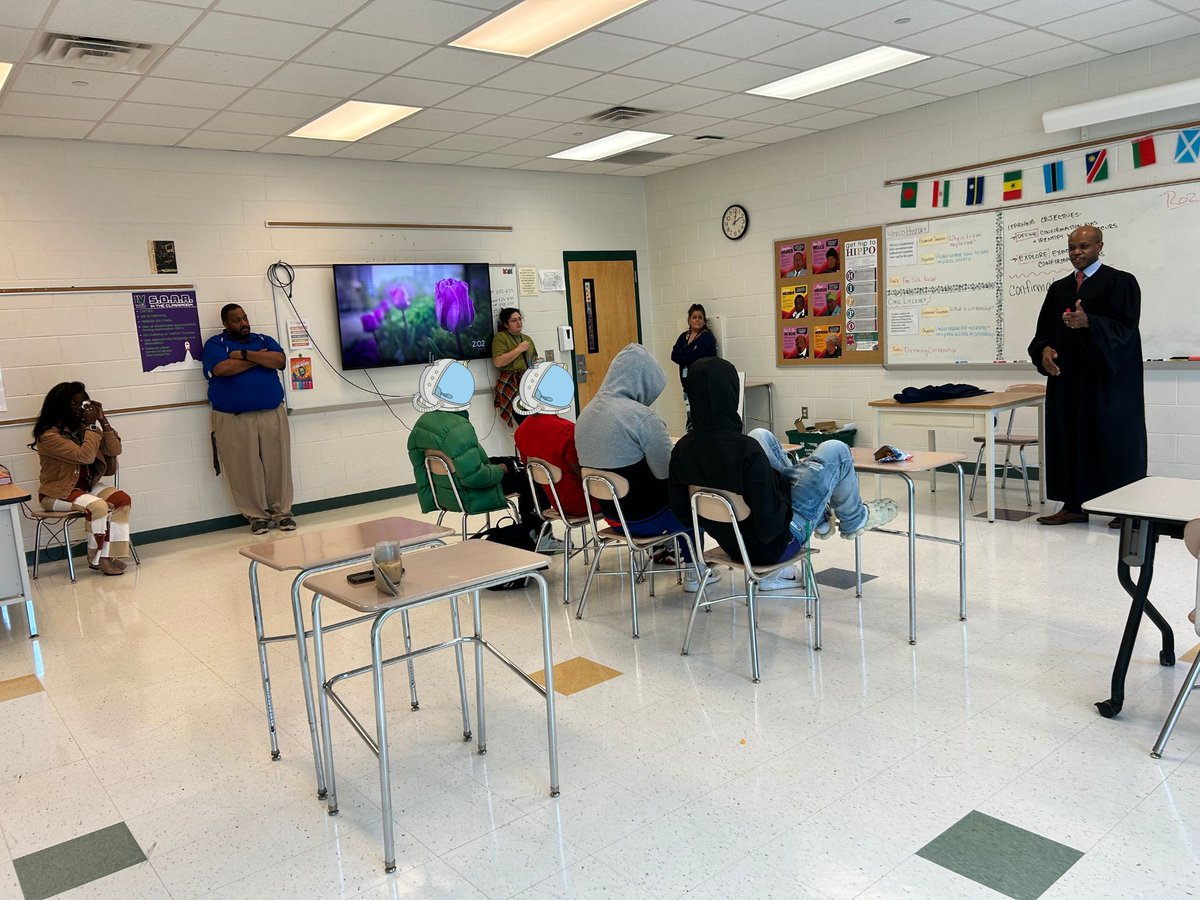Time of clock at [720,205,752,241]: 2:01
